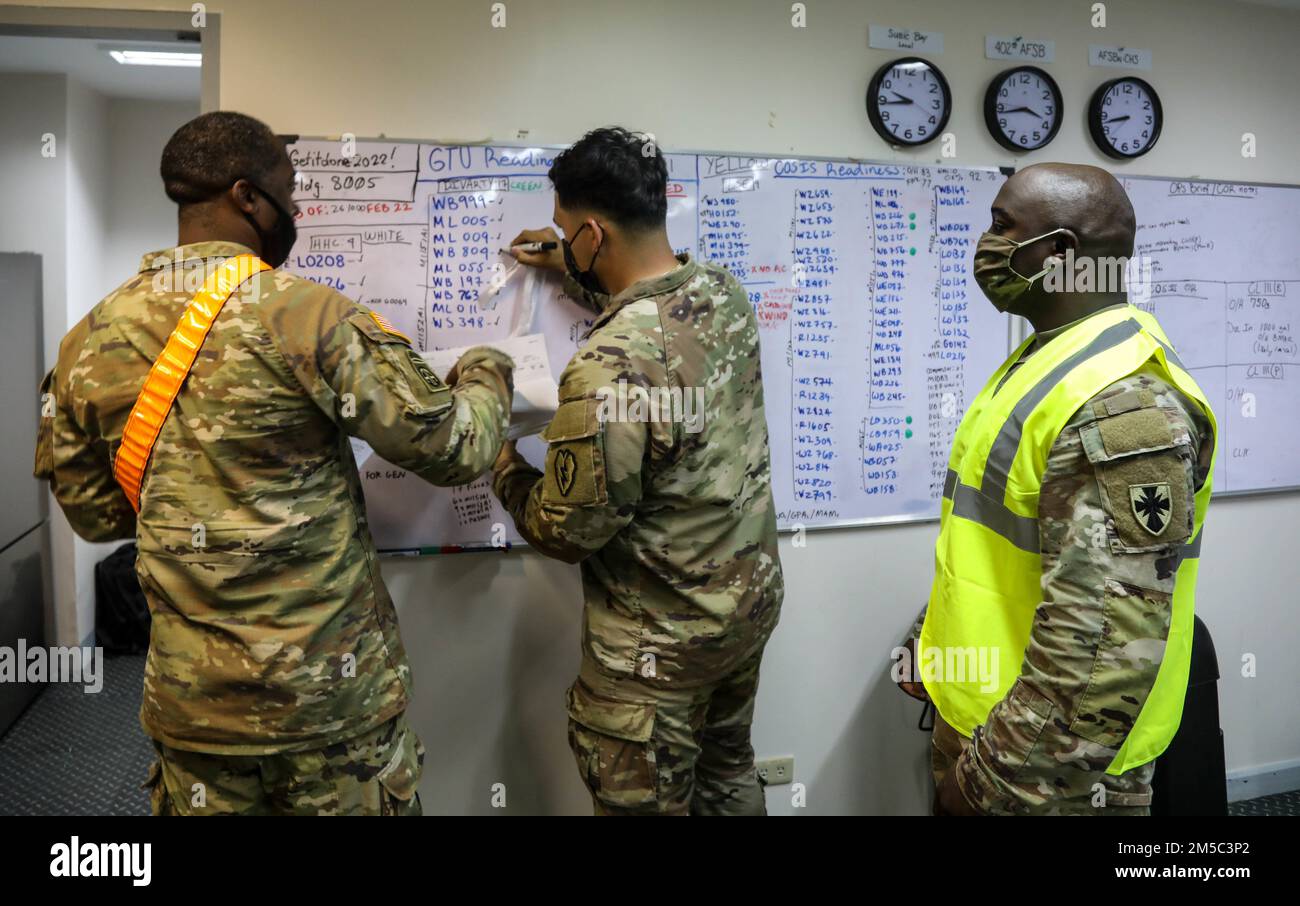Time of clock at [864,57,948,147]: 9:43
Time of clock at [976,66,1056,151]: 3:43
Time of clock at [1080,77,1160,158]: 8:42
